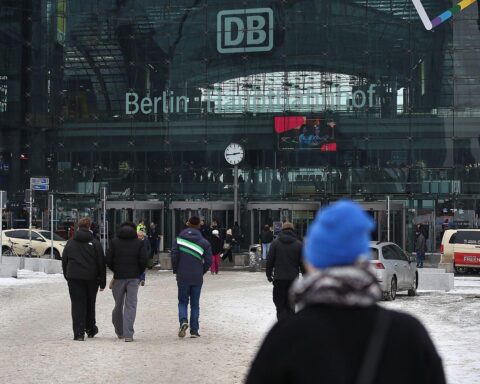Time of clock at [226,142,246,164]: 2:44
